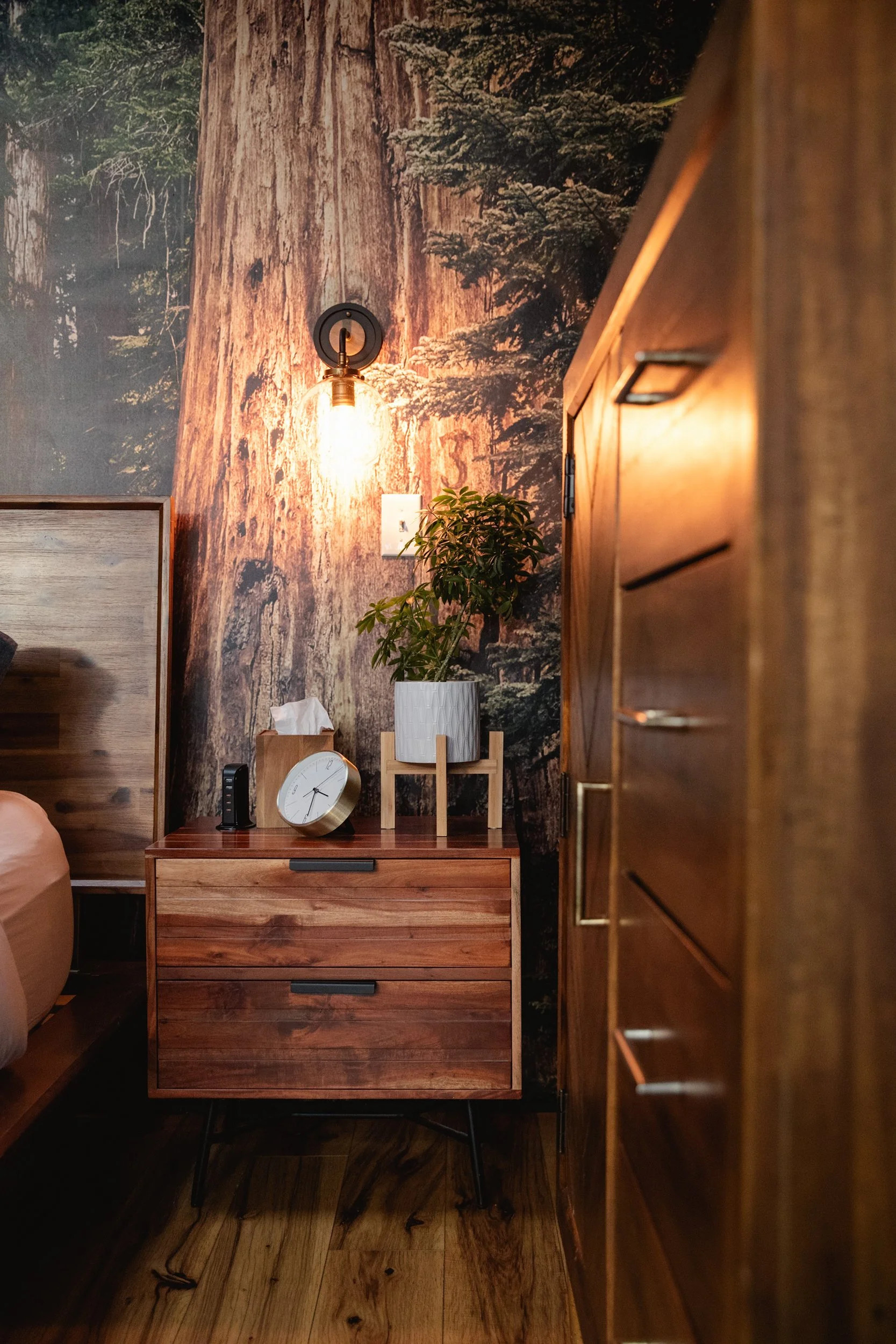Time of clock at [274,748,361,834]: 3:29
